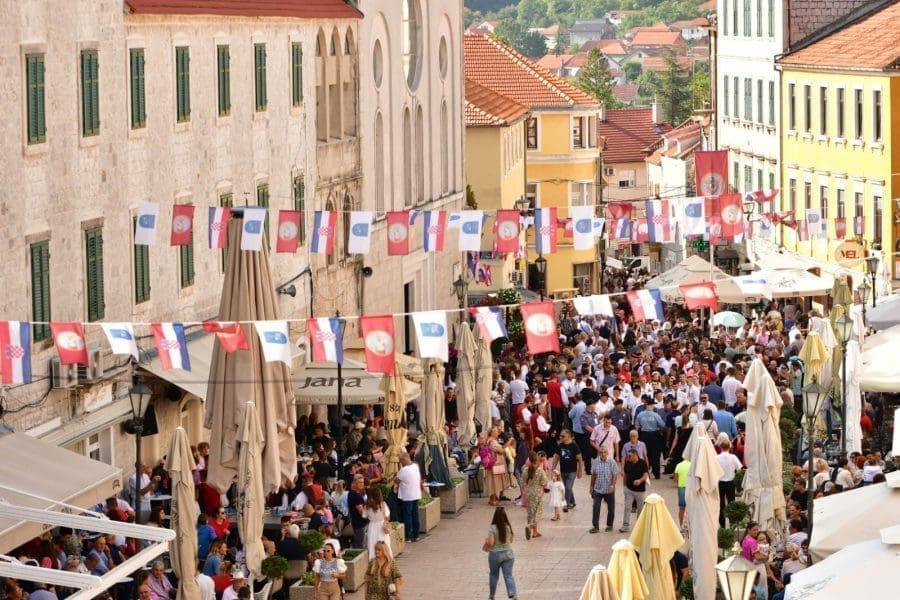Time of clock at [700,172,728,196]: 5:59
